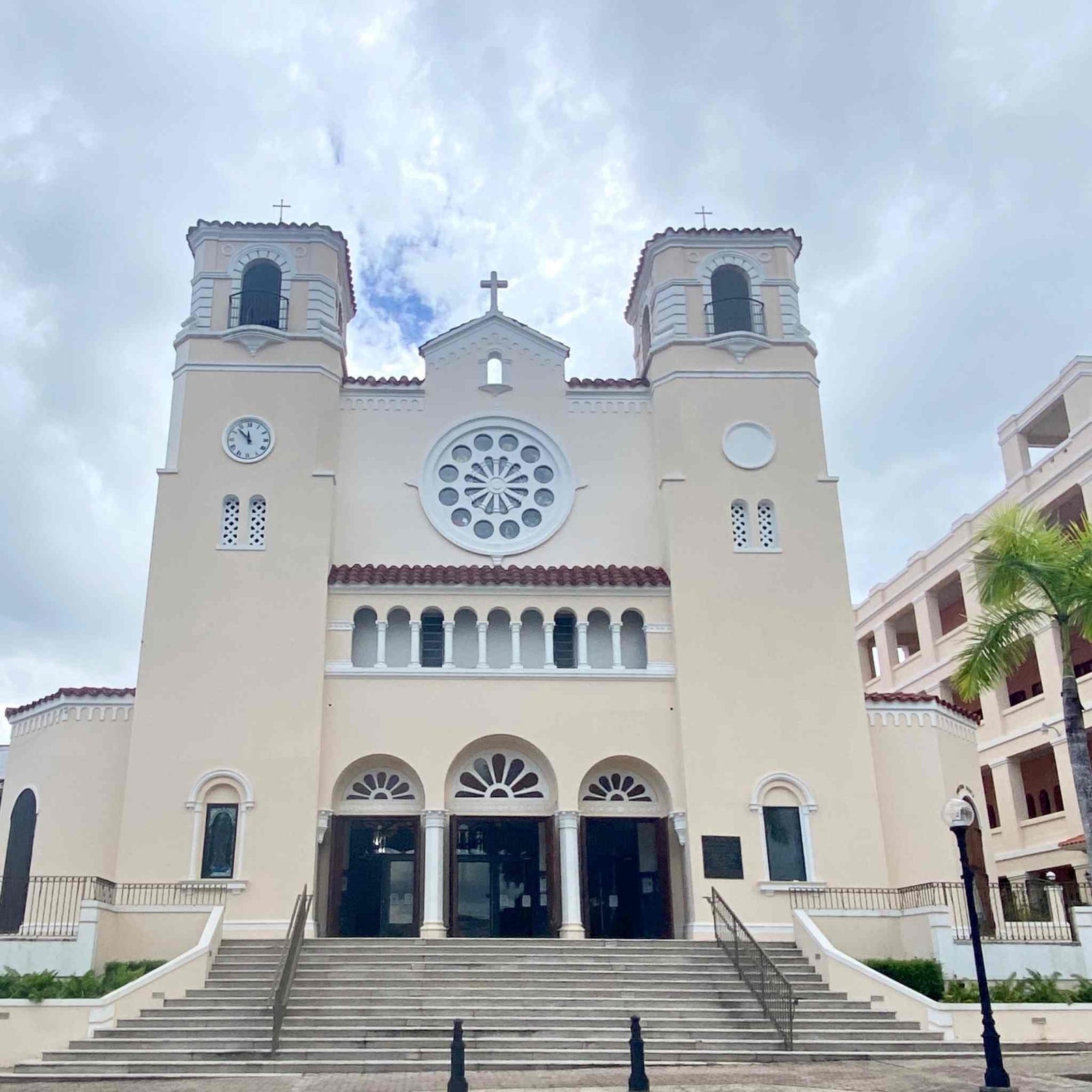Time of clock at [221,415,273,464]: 11:52
